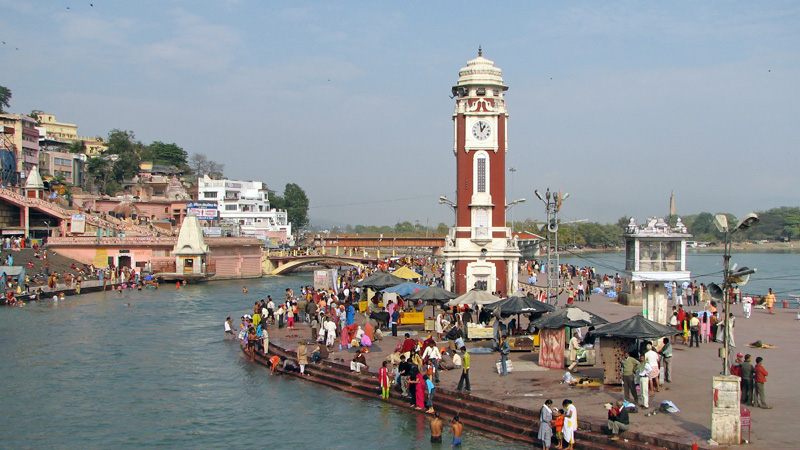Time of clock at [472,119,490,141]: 12:58
